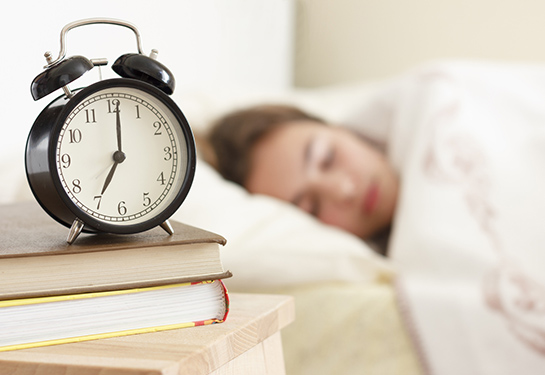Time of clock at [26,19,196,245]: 7:00
